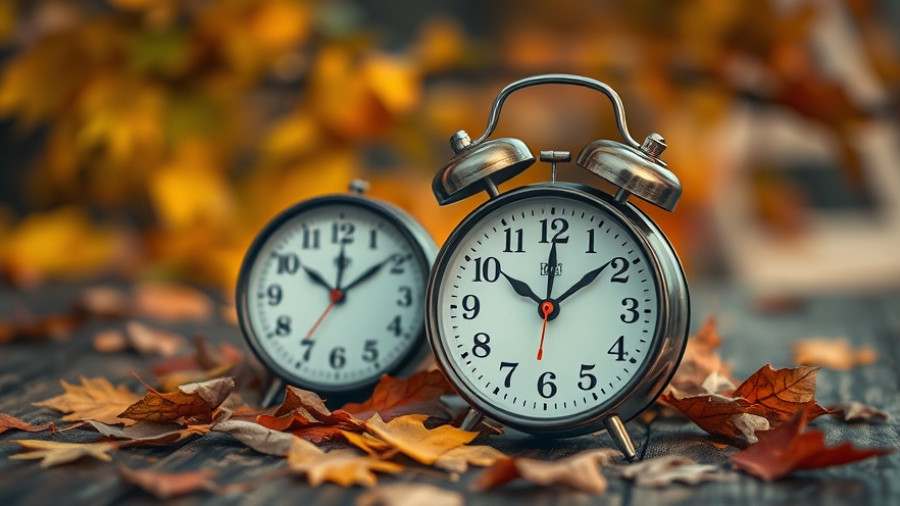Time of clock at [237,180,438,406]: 10:08
